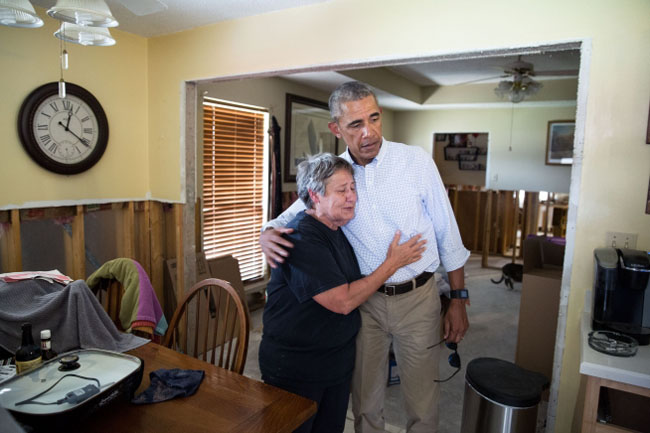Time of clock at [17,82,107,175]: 12:20
